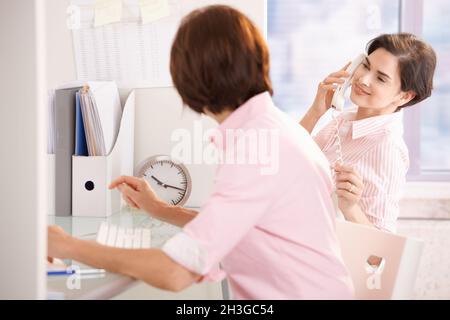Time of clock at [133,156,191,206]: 10:17
